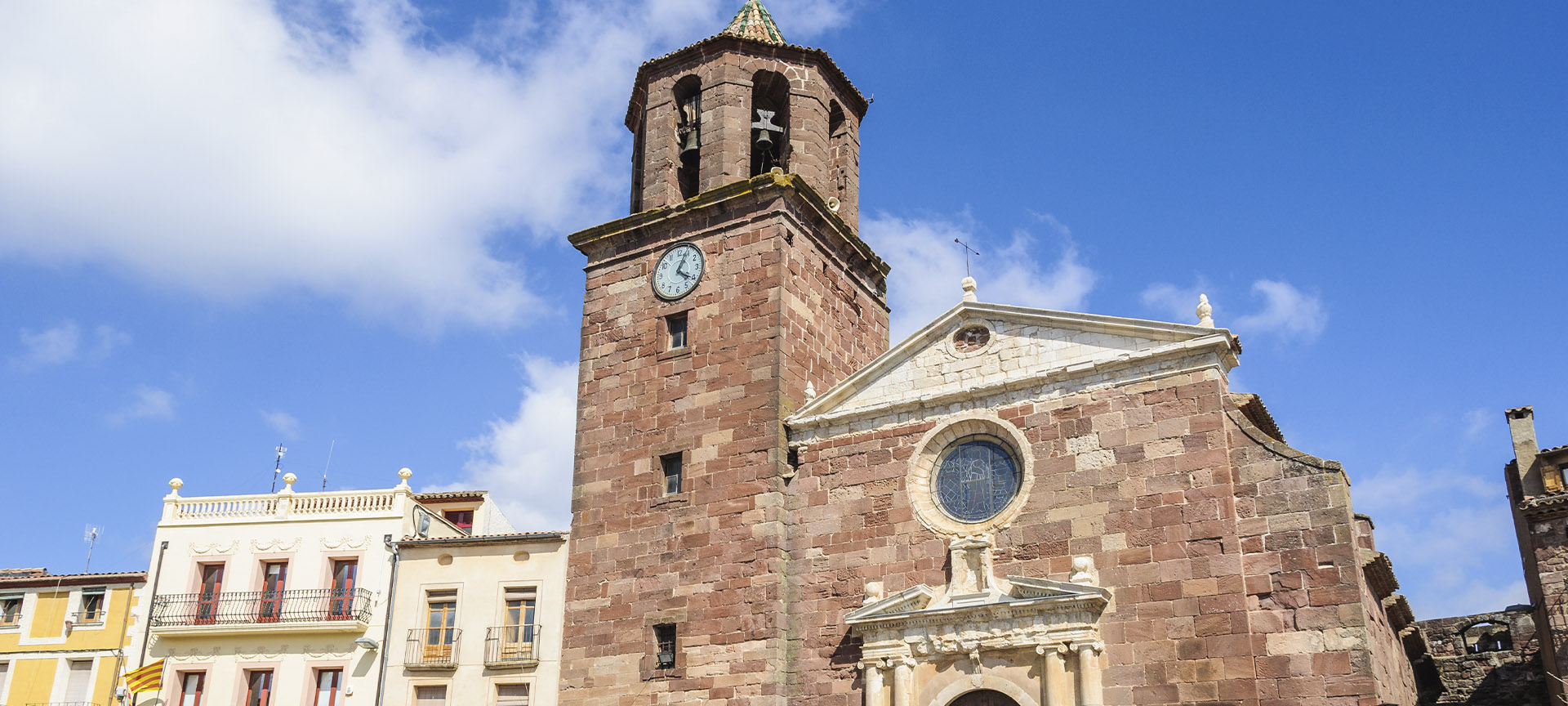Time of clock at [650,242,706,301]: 4:04
